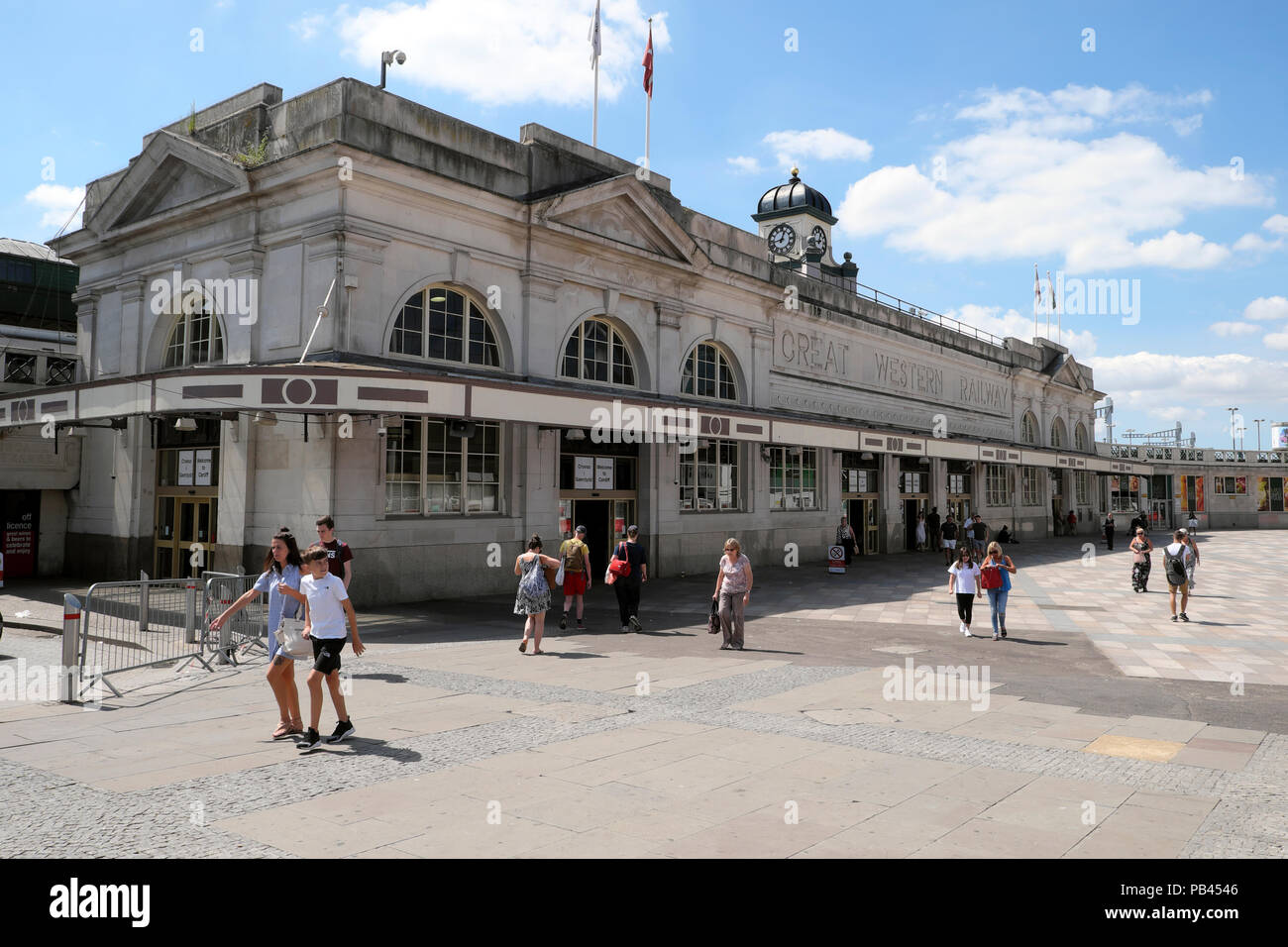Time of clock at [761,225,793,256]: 12:43
